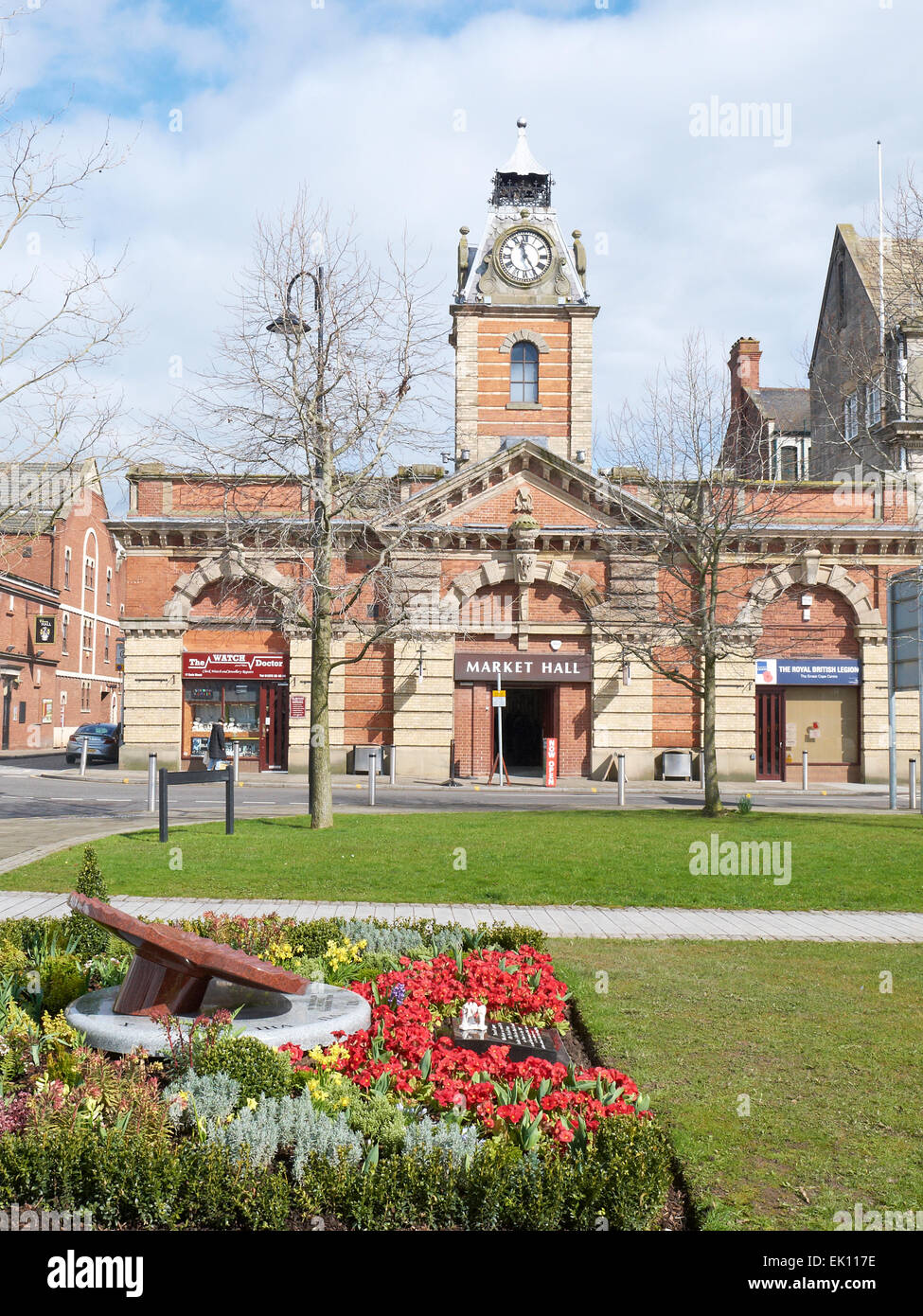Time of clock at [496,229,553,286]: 11:24
